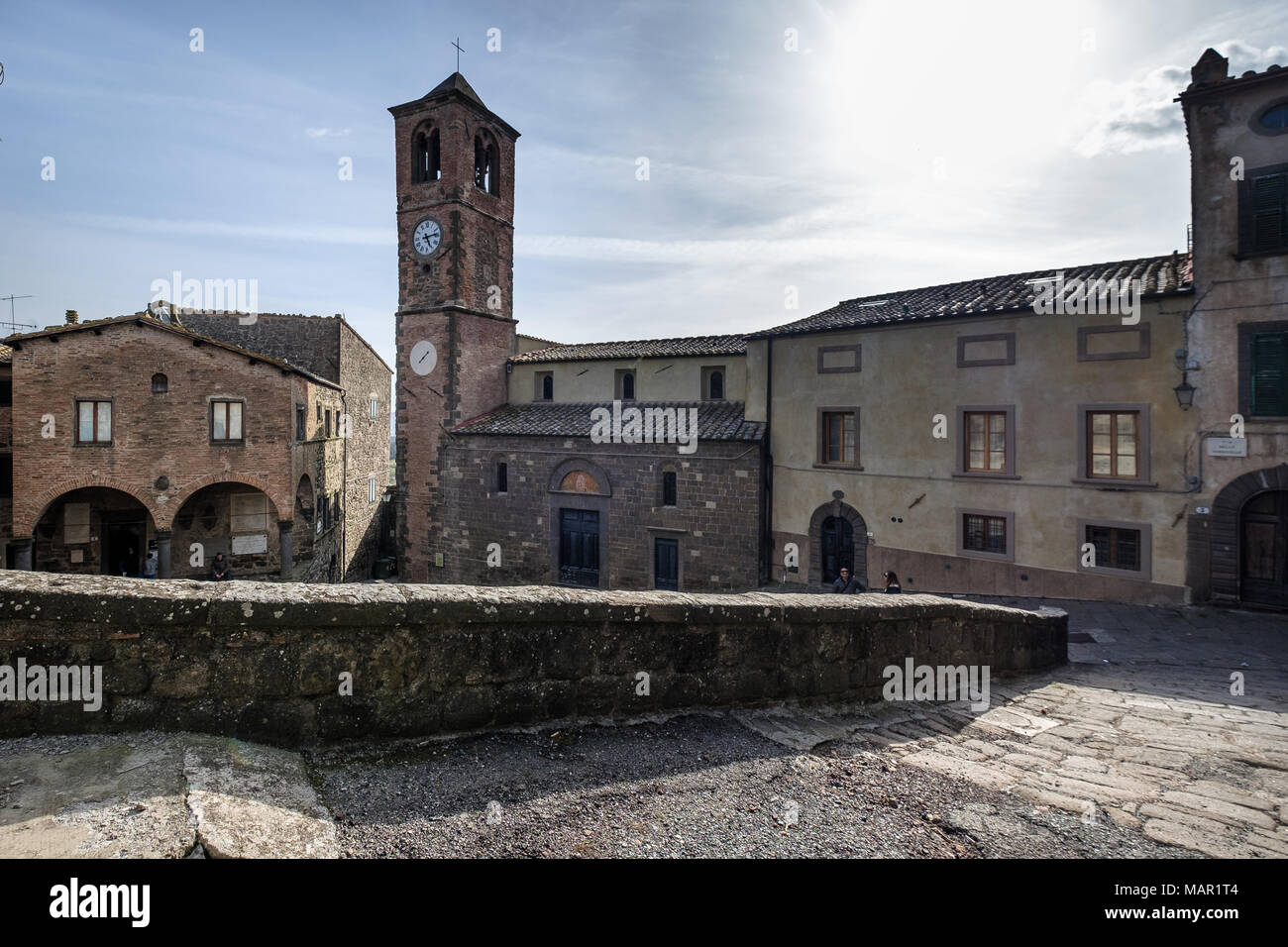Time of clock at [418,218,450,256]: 5:13
